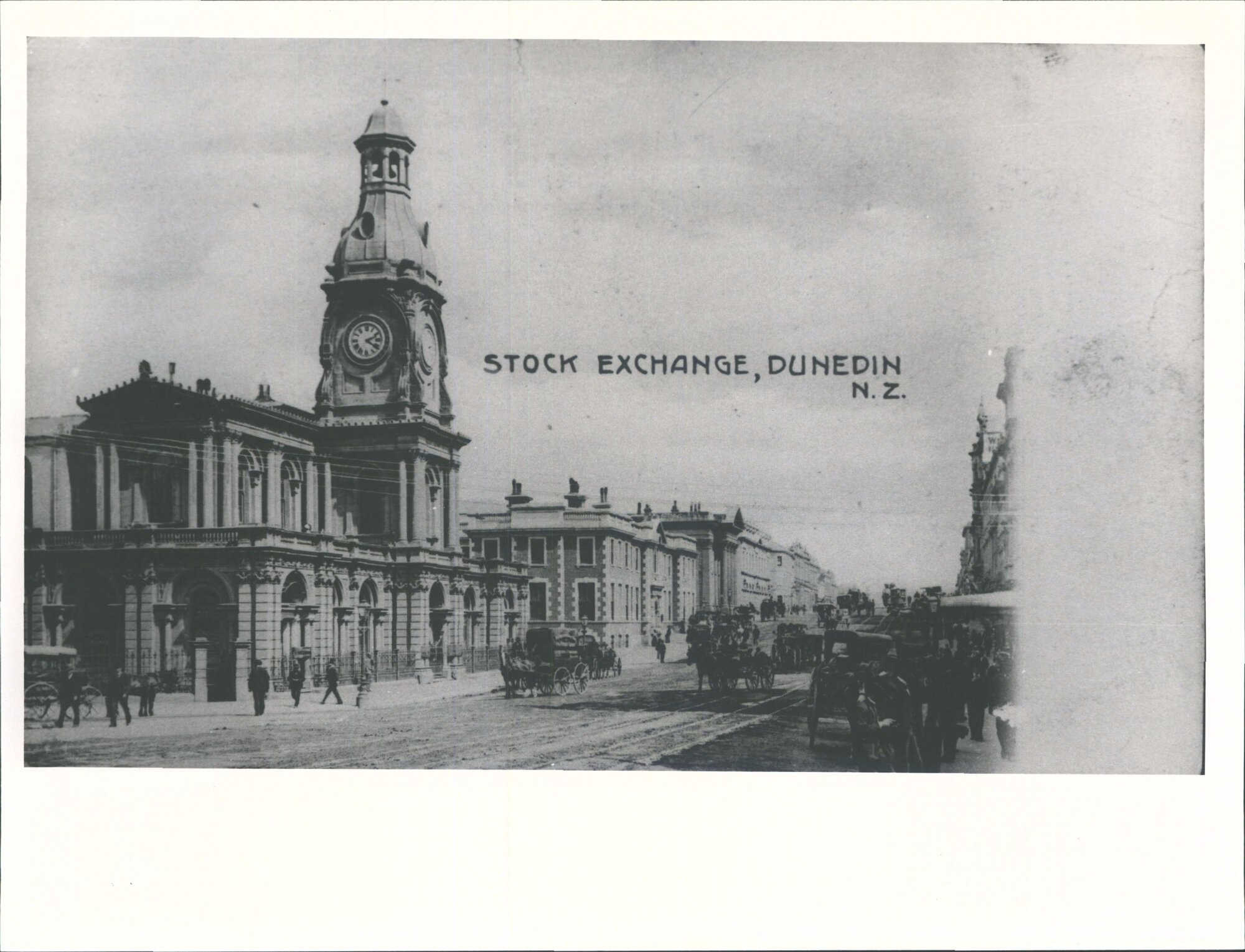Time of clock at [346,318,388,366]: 2:21
